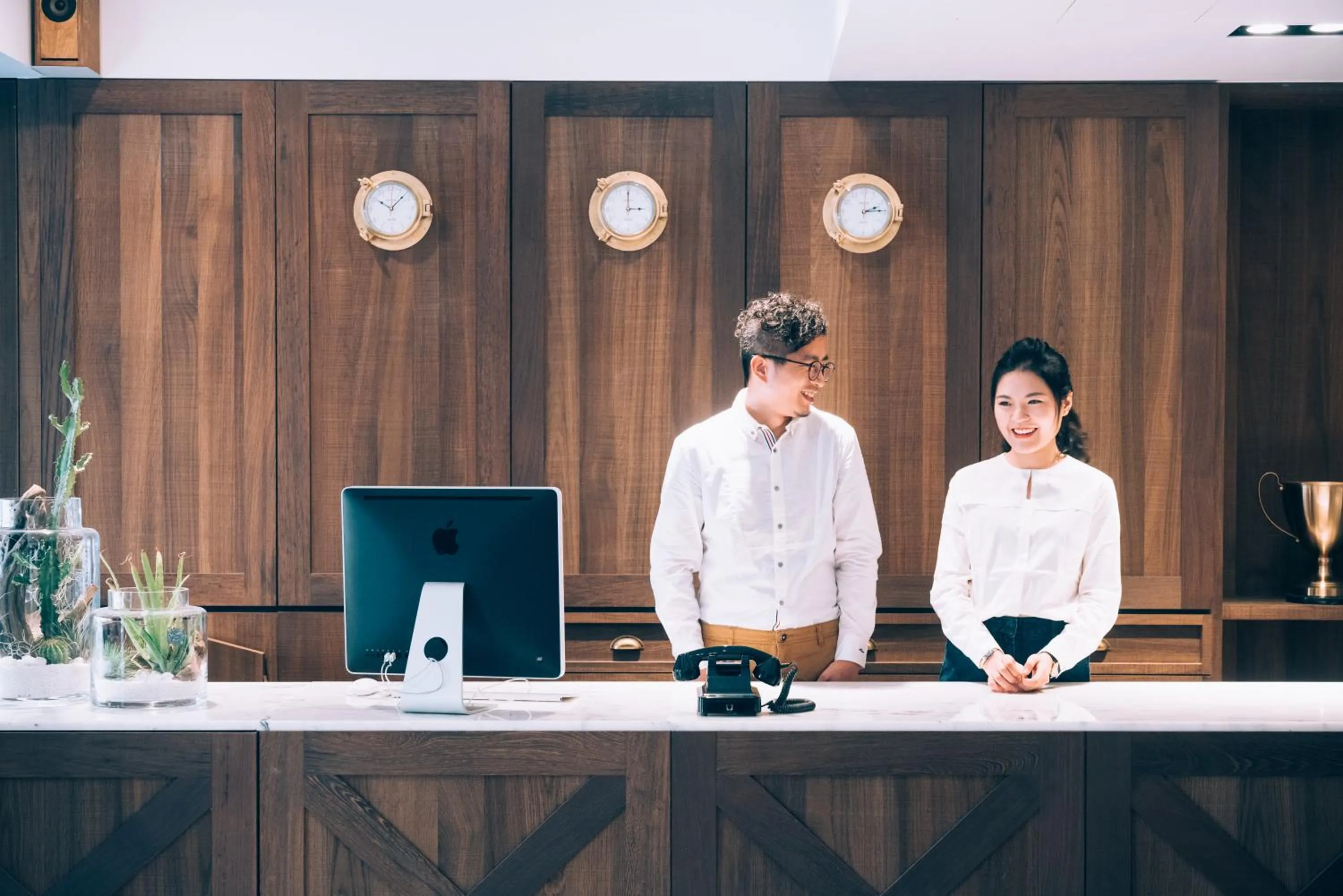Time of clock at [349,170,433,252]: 10:07
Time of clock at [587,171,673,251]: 3:00
